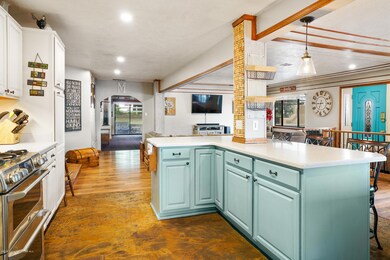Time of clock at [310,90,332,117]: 6:44
